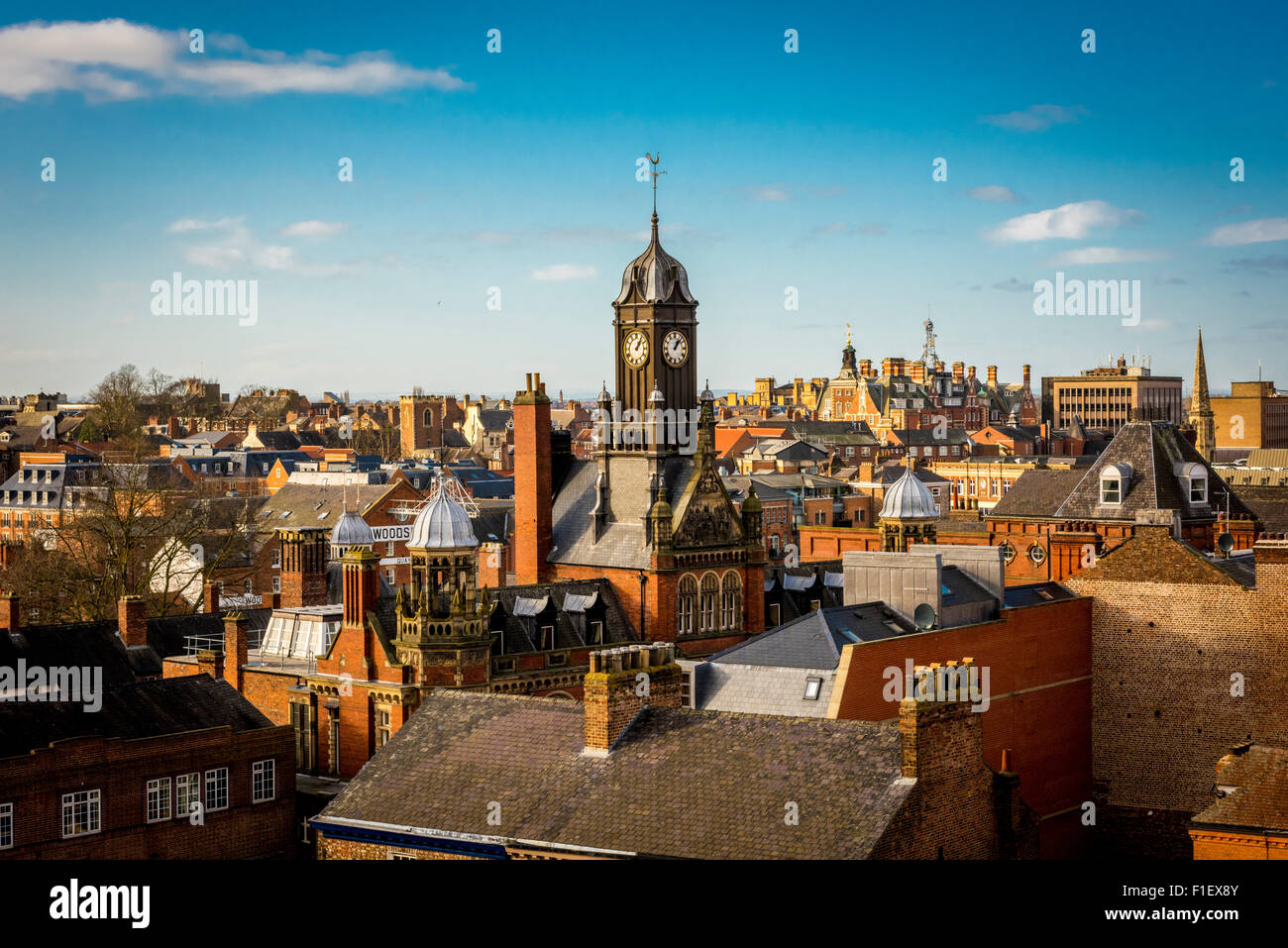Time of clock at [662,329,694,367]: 1:07
